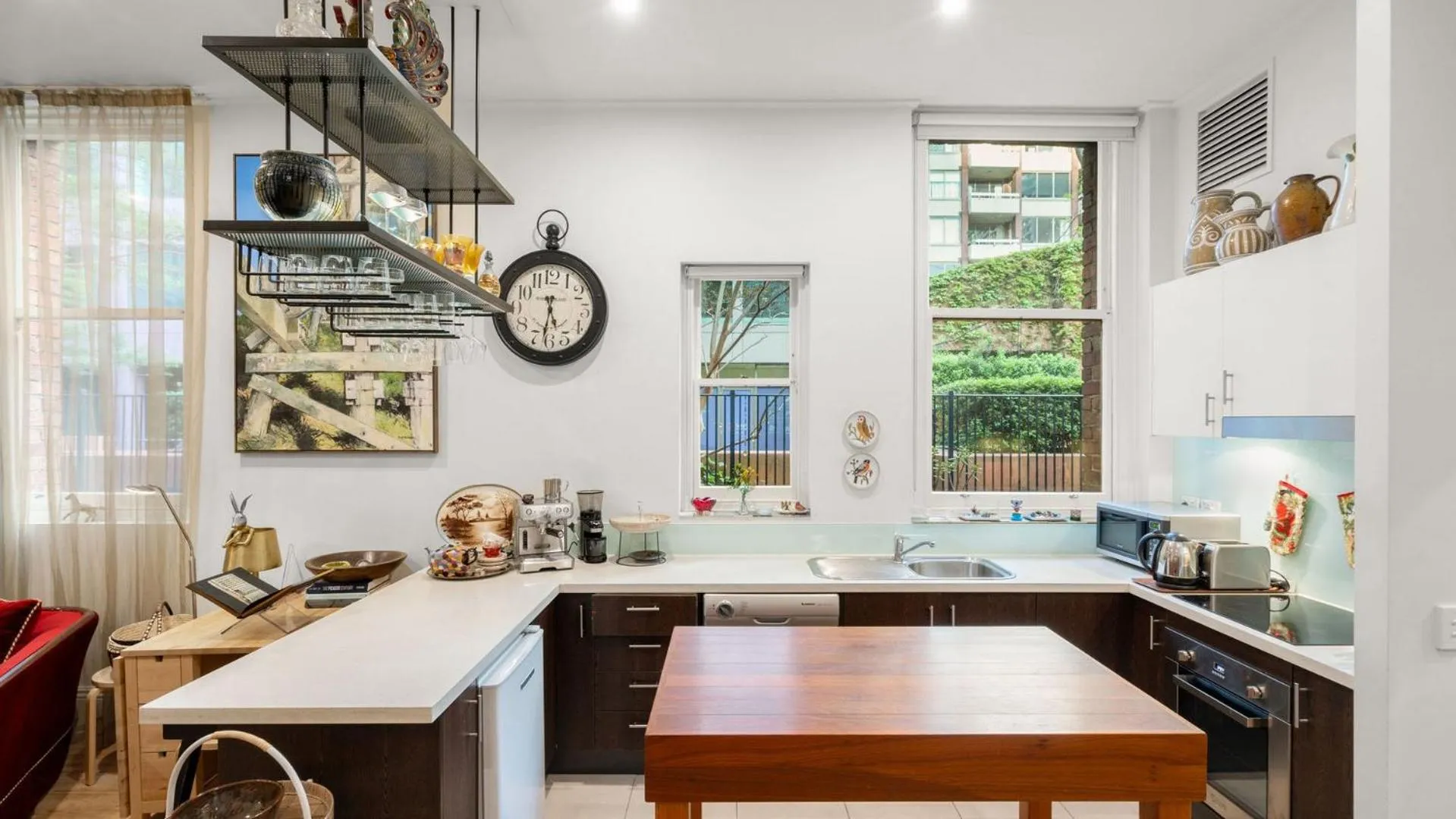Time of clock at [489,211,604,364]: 5:31
